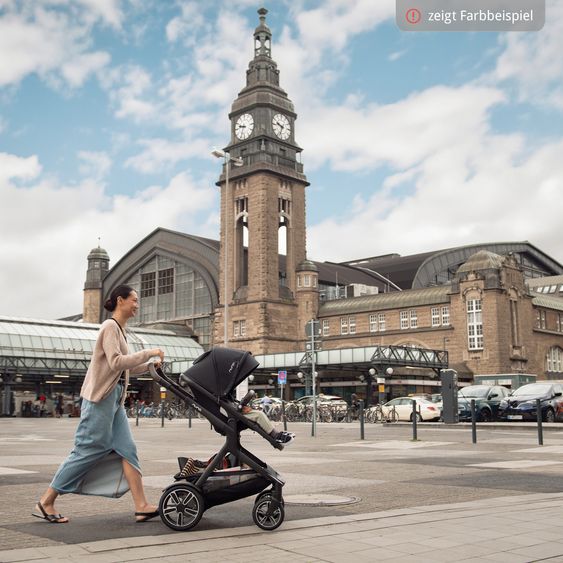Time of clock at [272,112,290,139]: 9:33
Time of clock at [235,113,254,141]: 9:34
